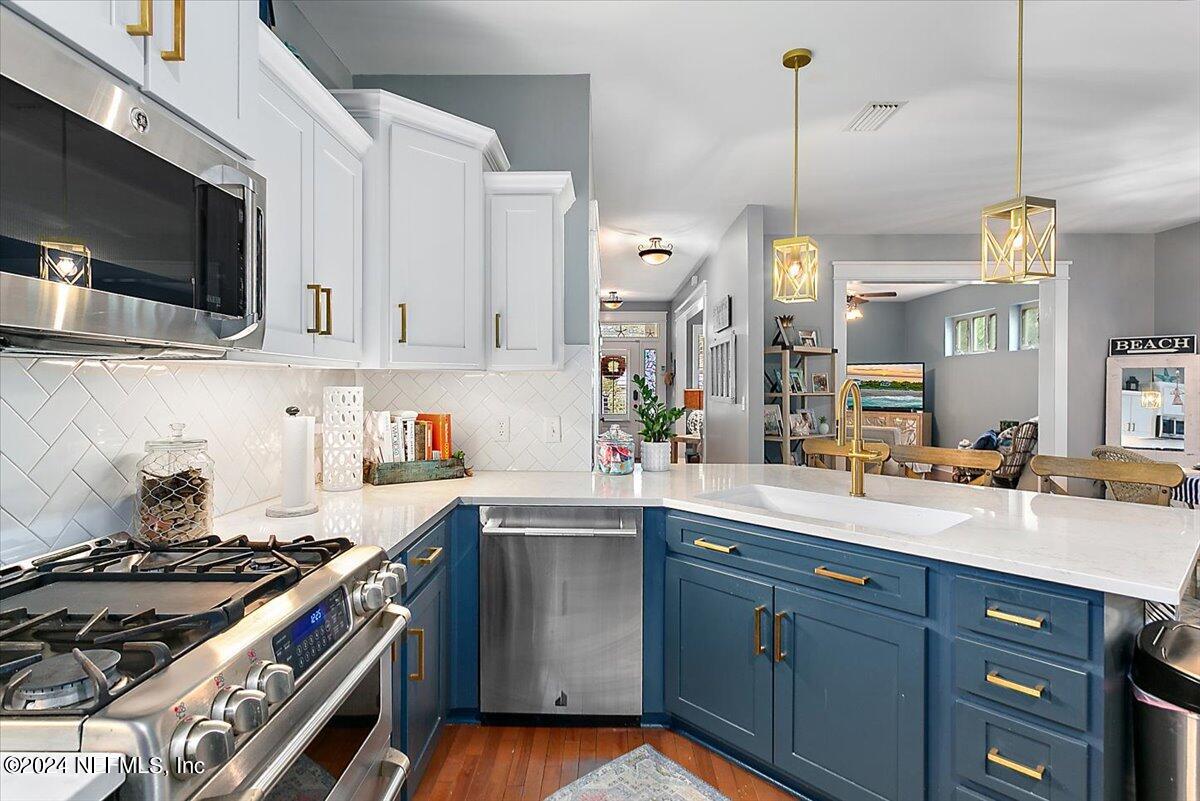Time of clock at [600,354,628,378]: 5:59
